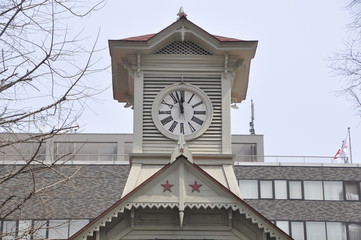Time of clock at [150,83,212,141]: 11:57
